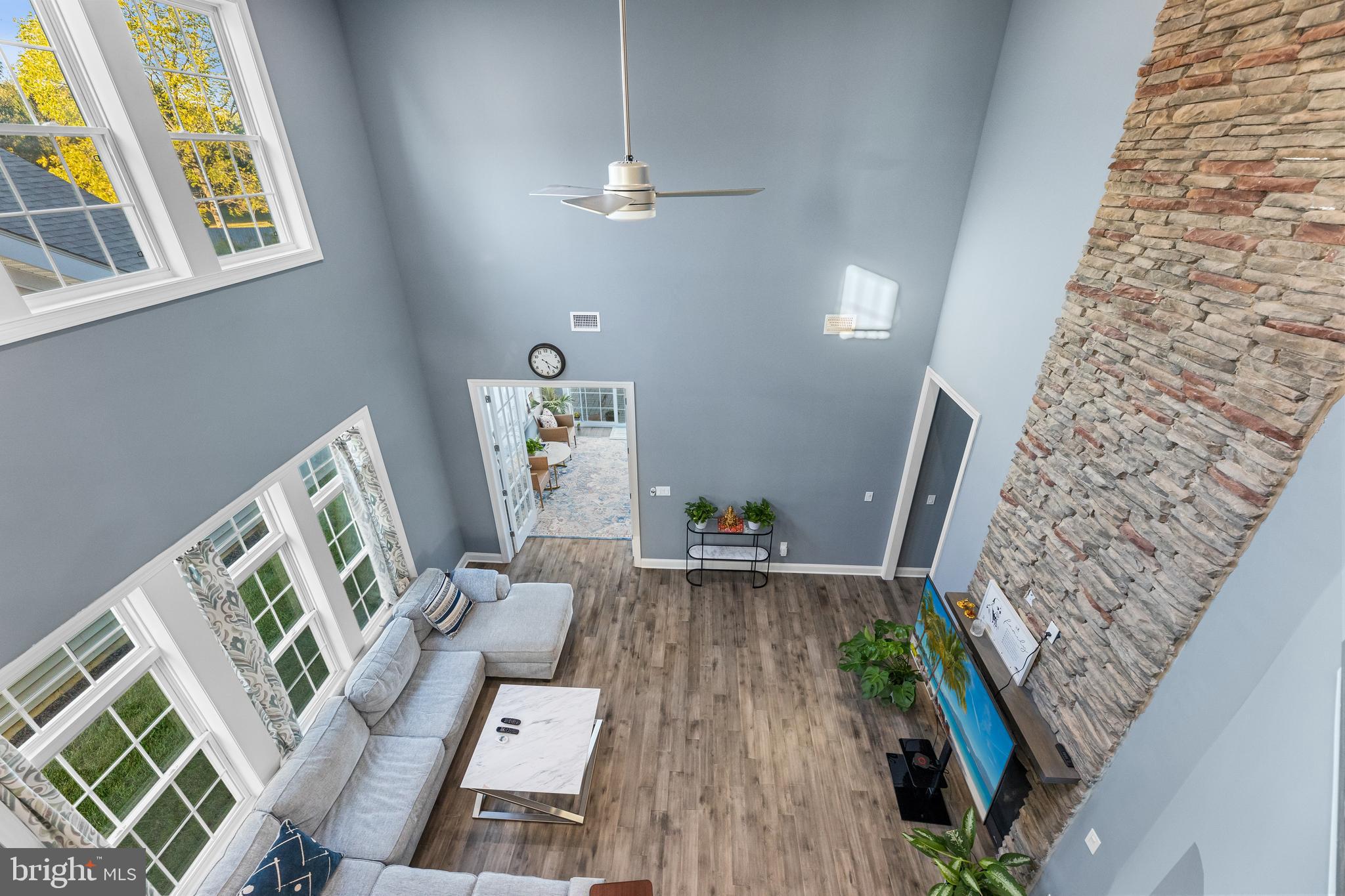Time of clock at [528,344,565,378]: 5:21
